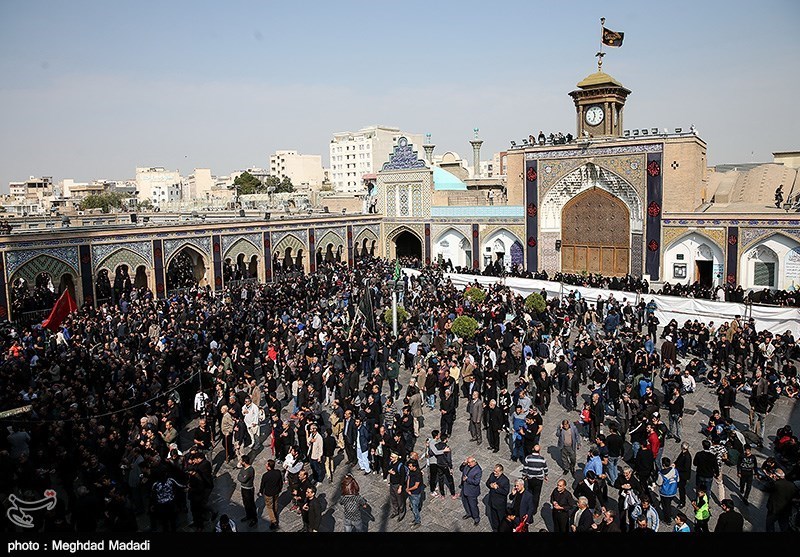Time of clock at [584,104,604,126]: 11:32
